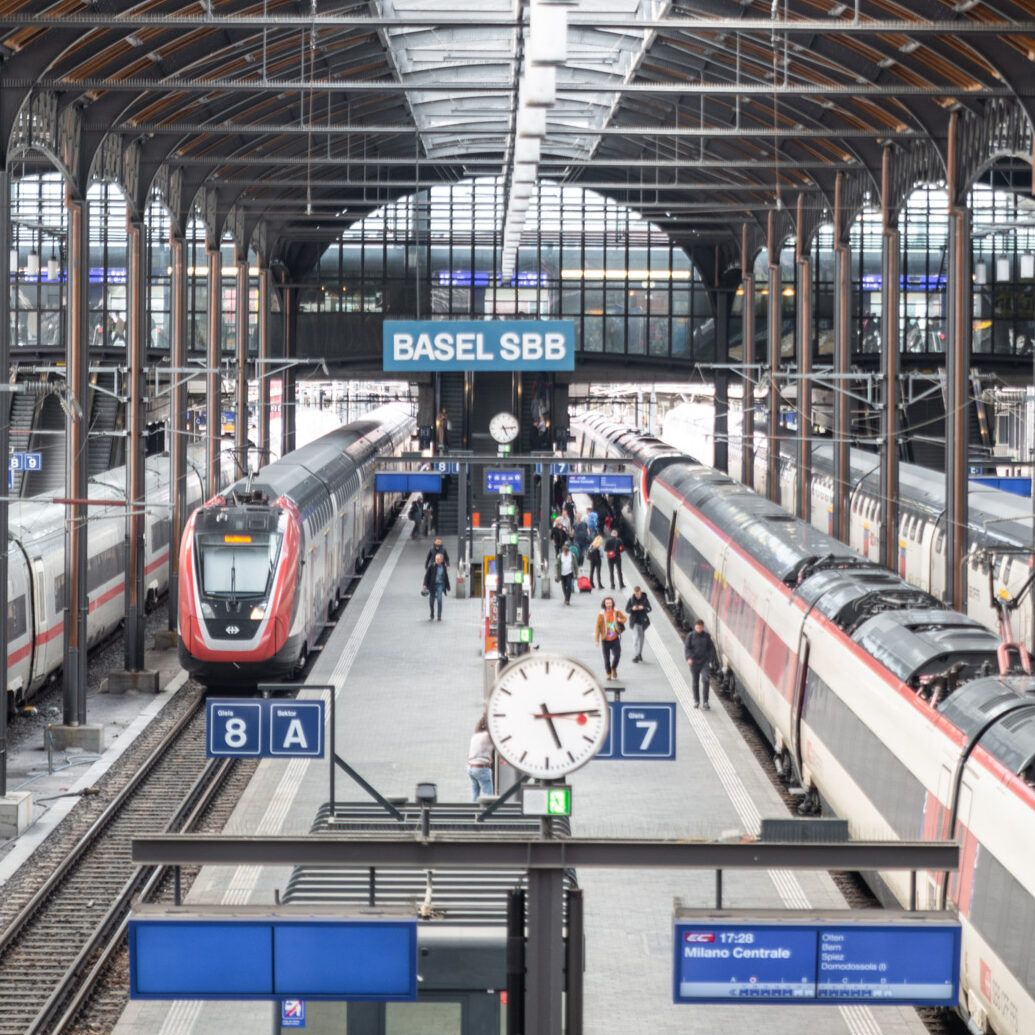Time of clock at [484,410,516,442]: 5:14
